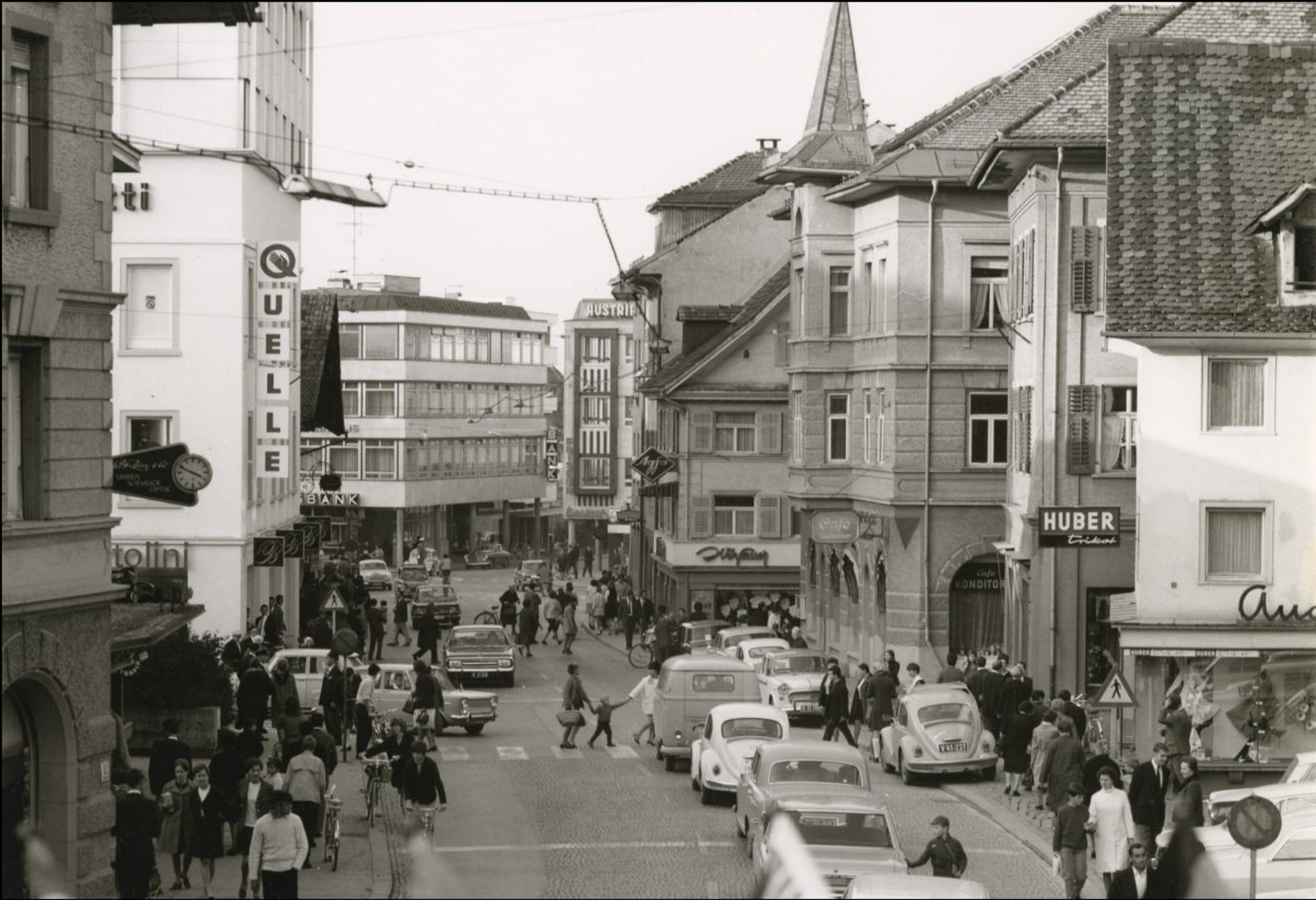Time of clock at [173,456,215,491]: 3:48
